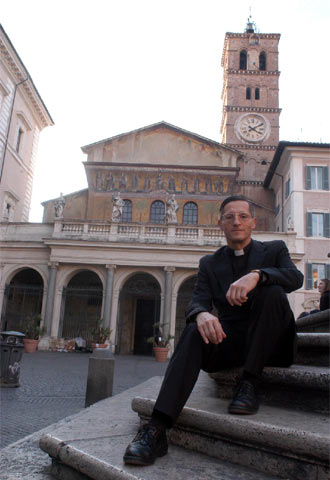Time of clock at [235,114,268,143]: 4:09
